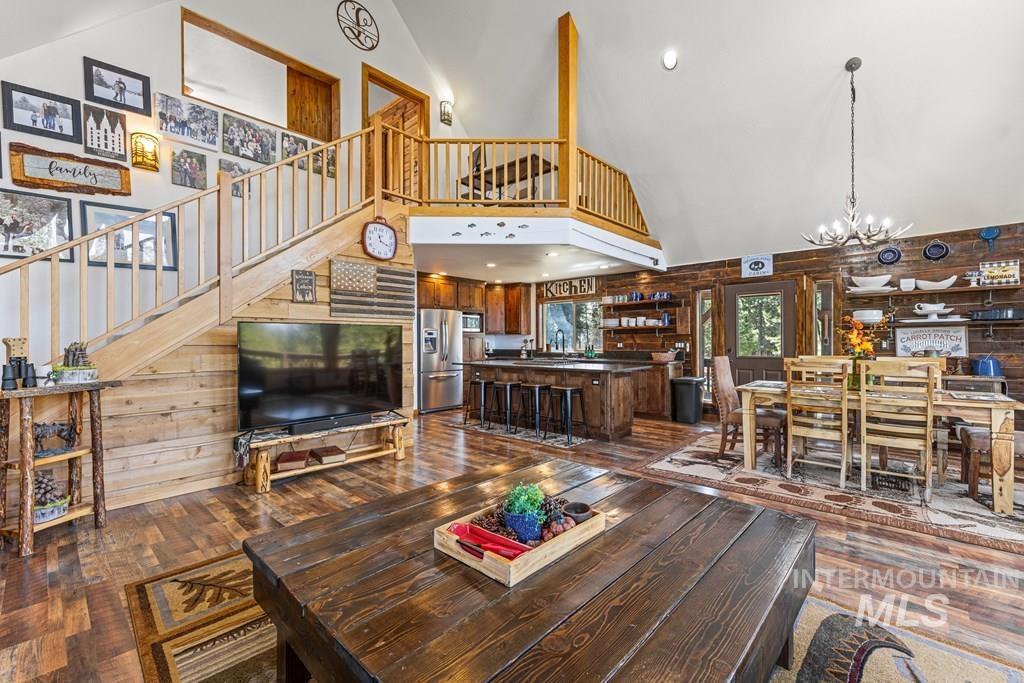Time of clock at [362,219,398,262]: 11:18
